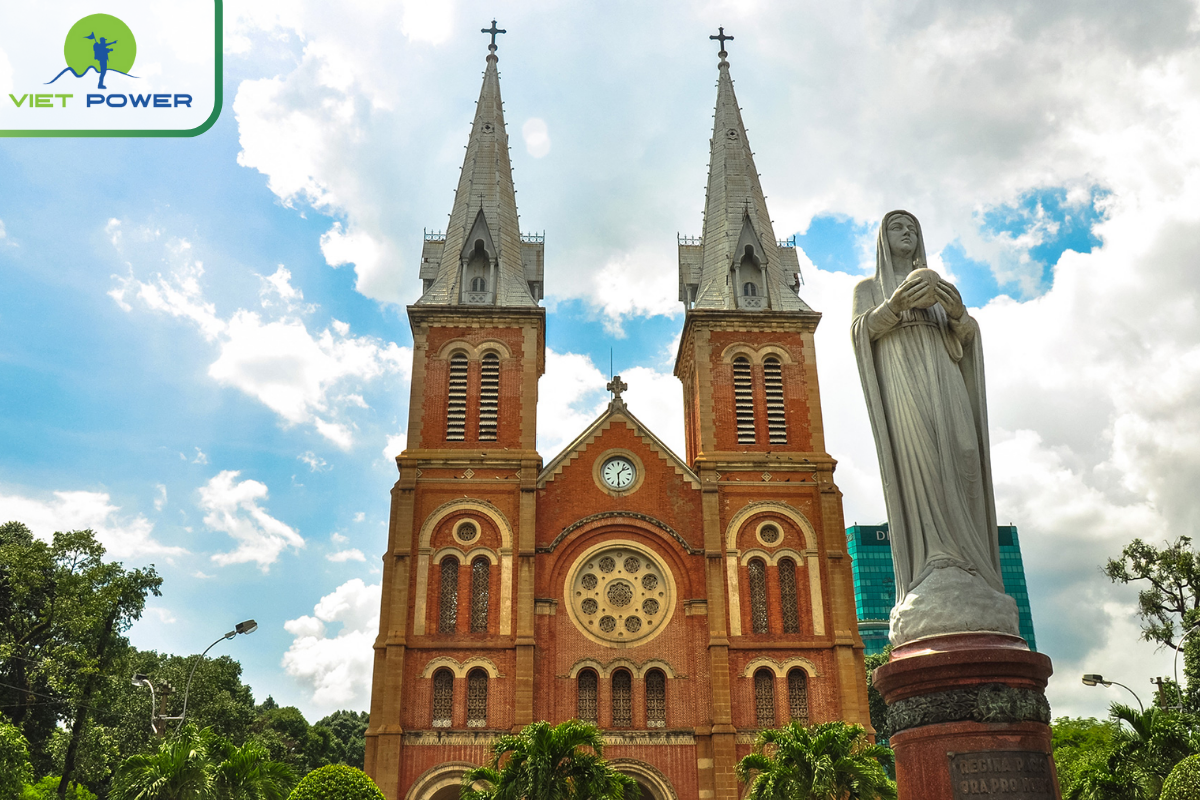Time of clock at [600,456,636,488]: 1:29
